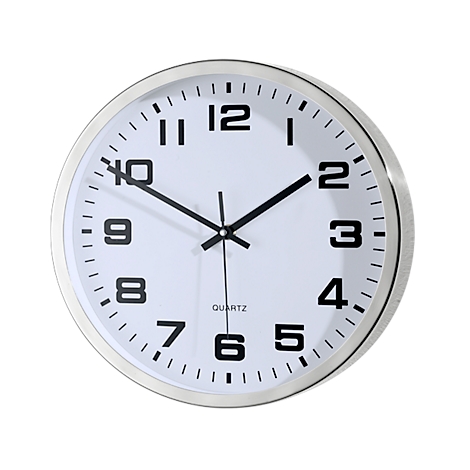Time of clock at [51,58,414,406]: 1:49
